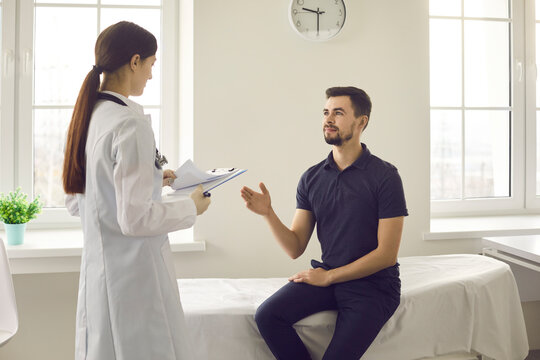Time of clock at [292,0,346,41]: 9:30
